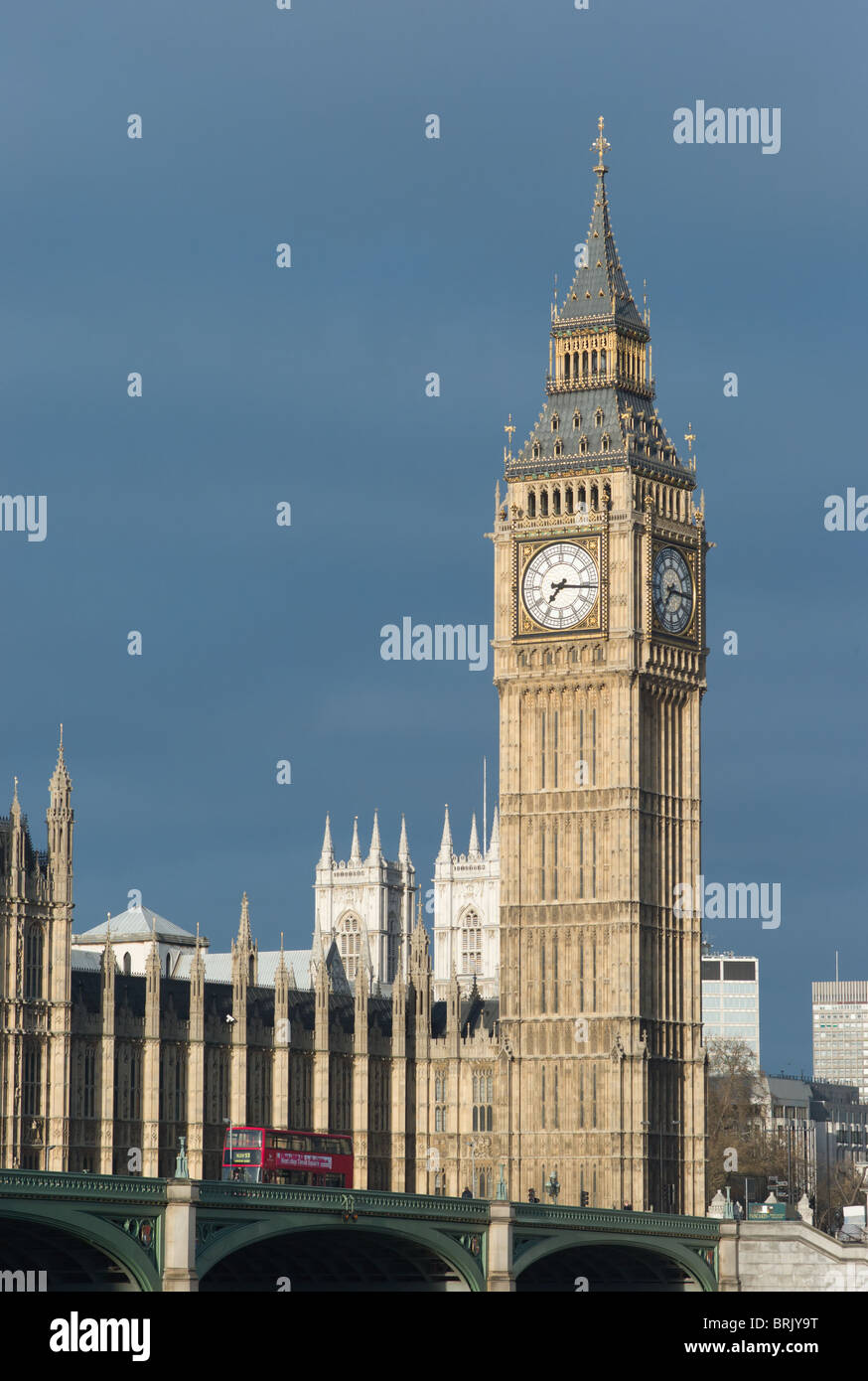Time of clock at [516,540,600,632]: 7:15
